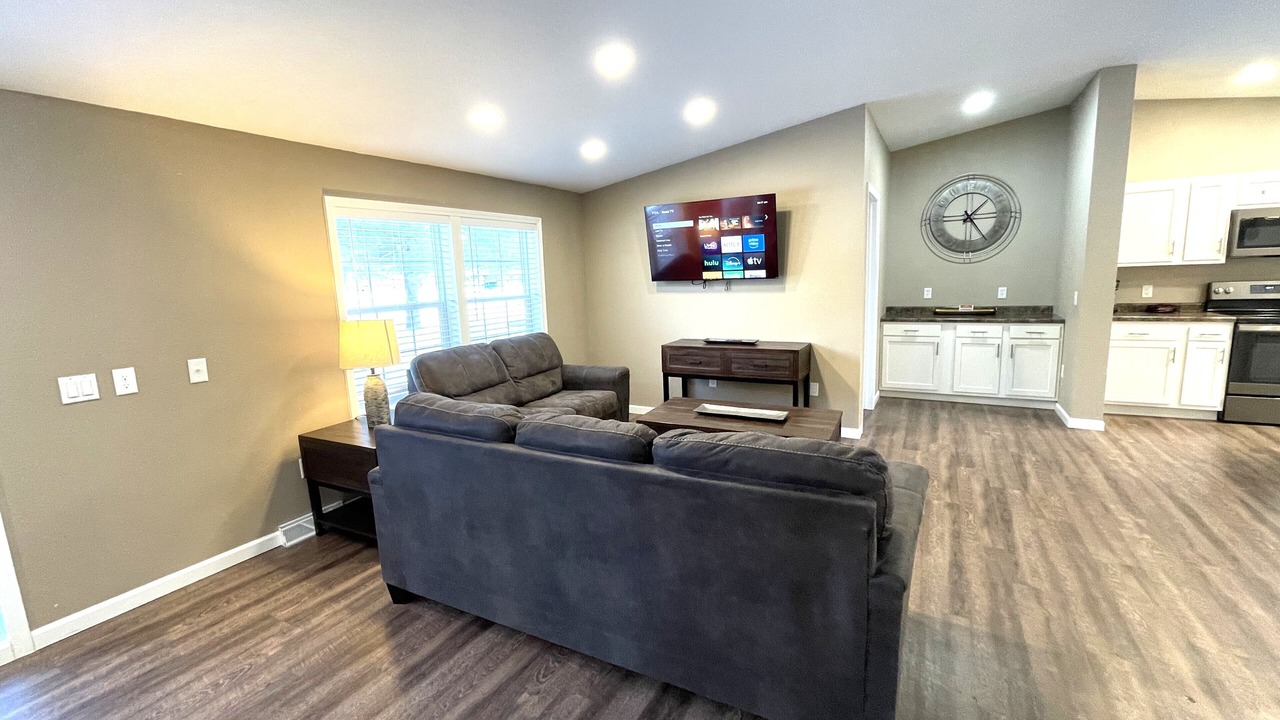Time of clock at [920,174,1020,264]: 1:24
